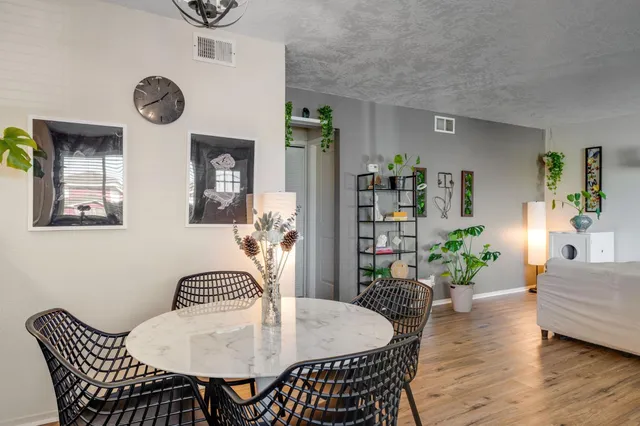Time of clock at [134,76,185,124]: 1:40
